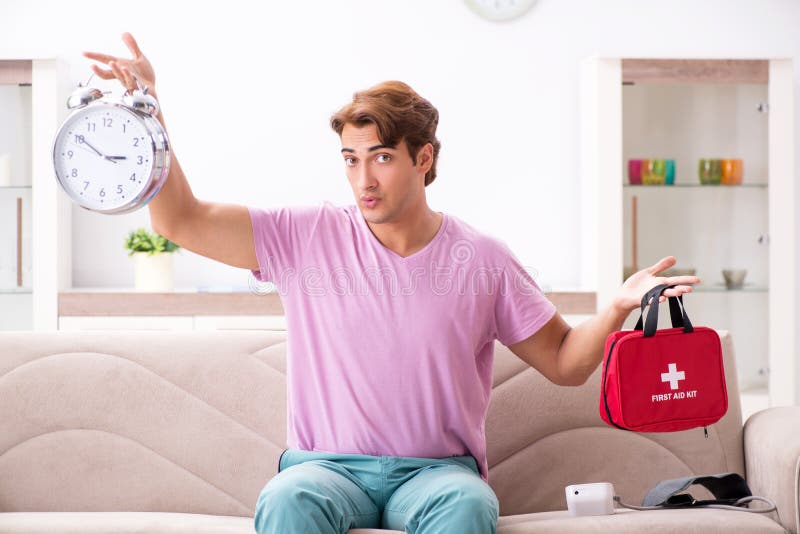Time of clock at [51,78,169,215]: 2:50
